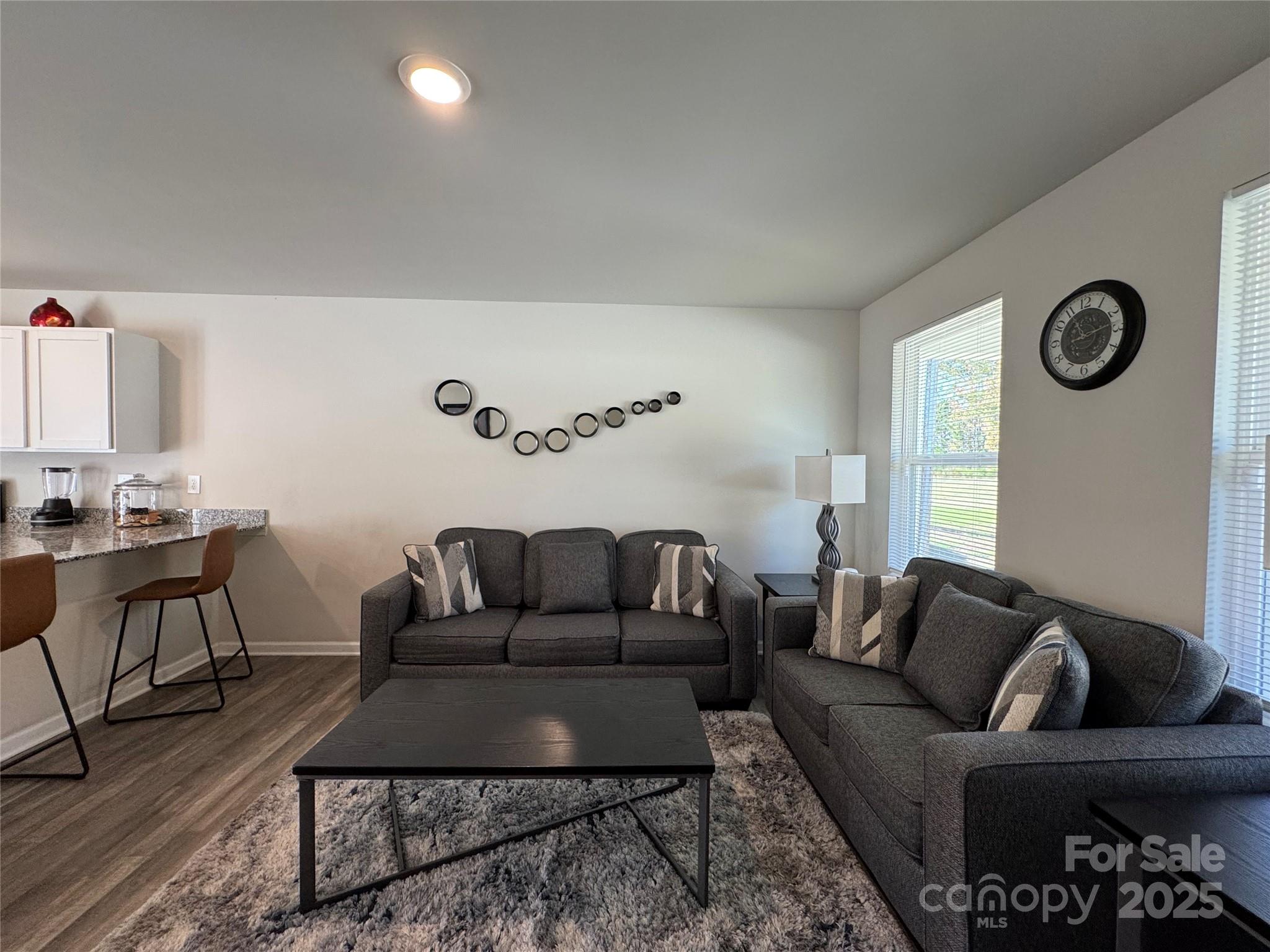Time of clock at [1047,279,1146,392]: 11:12
